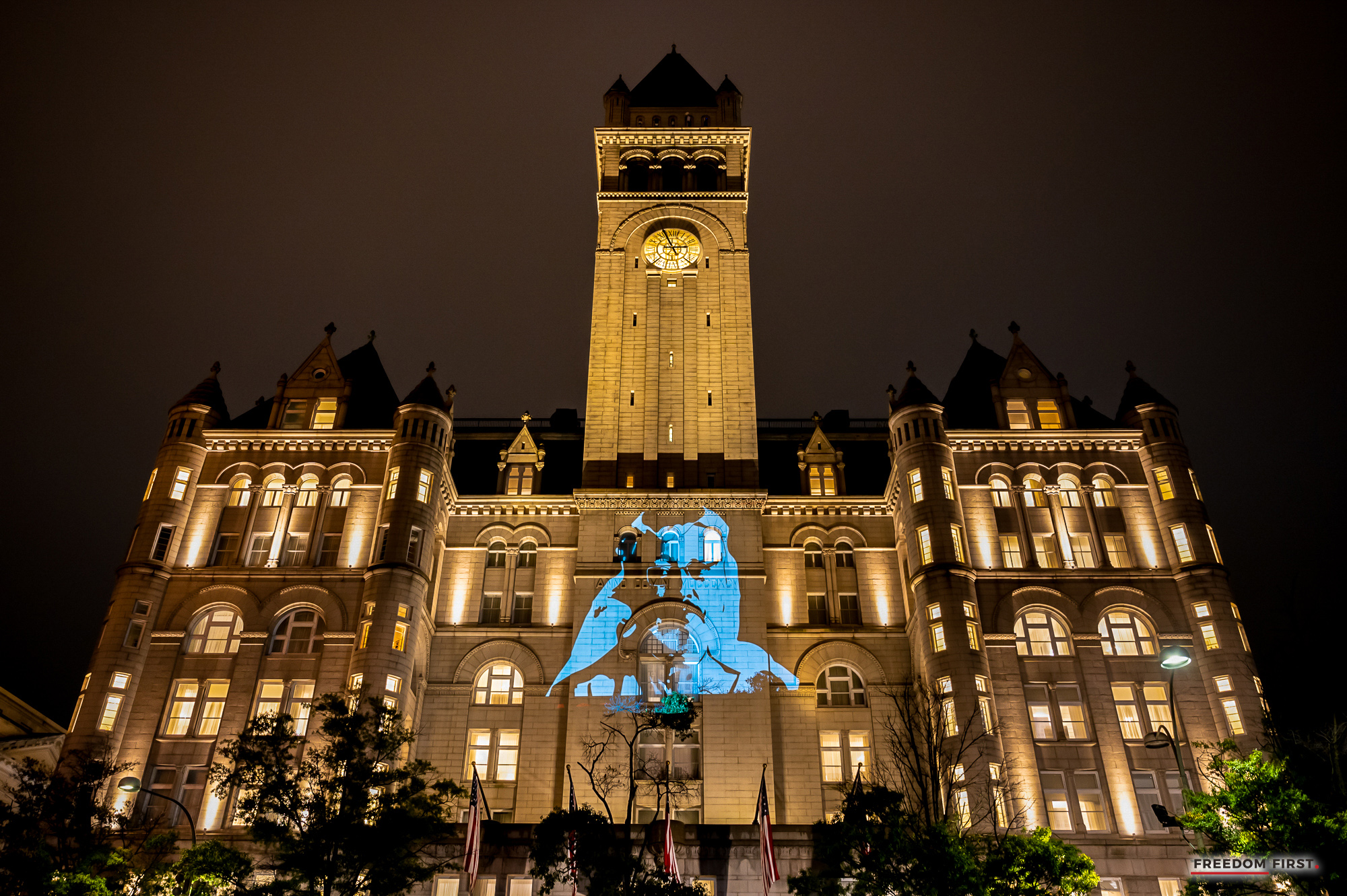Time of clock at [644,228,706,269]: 2:56
